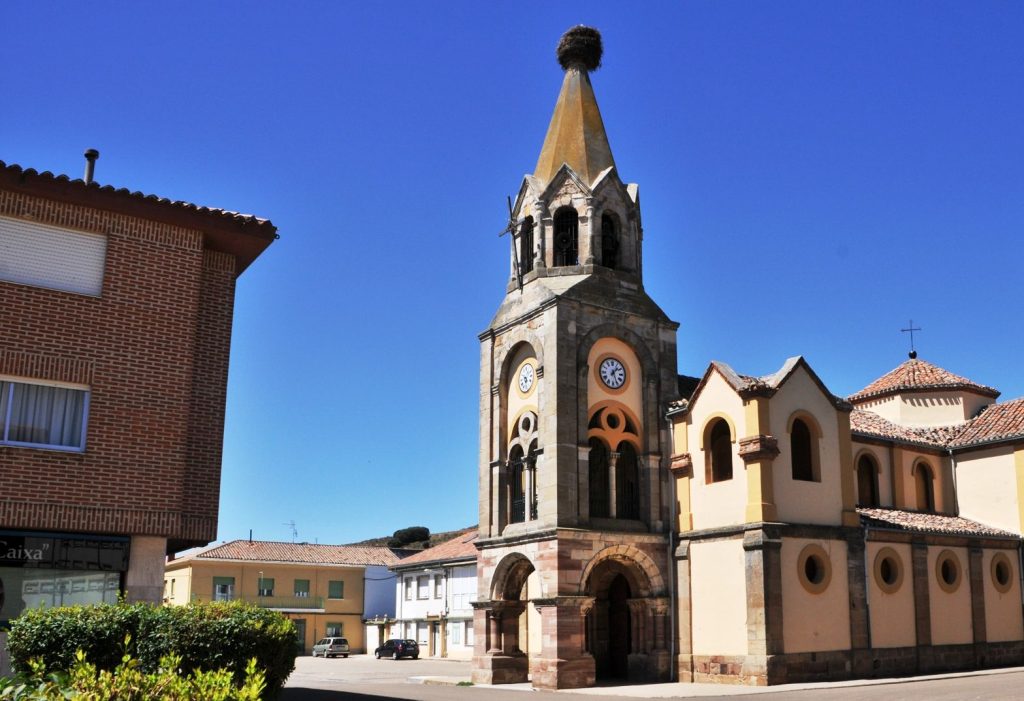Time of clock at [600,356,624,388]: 1:26
